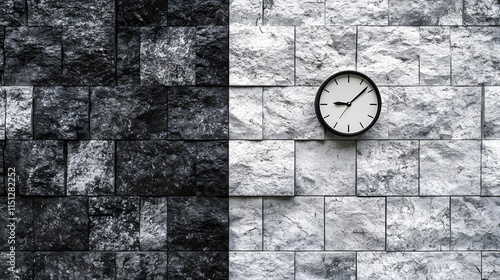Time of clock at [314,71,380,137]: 9:08
